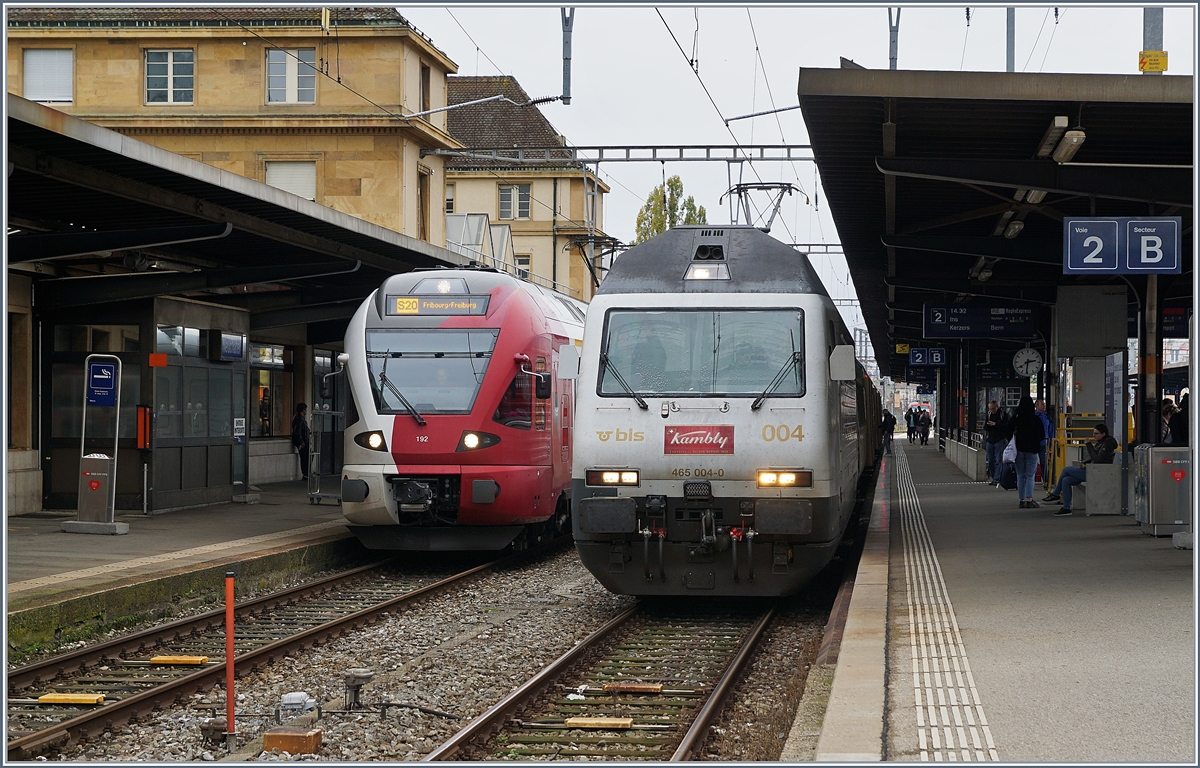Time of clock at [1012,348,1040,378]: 2:39
